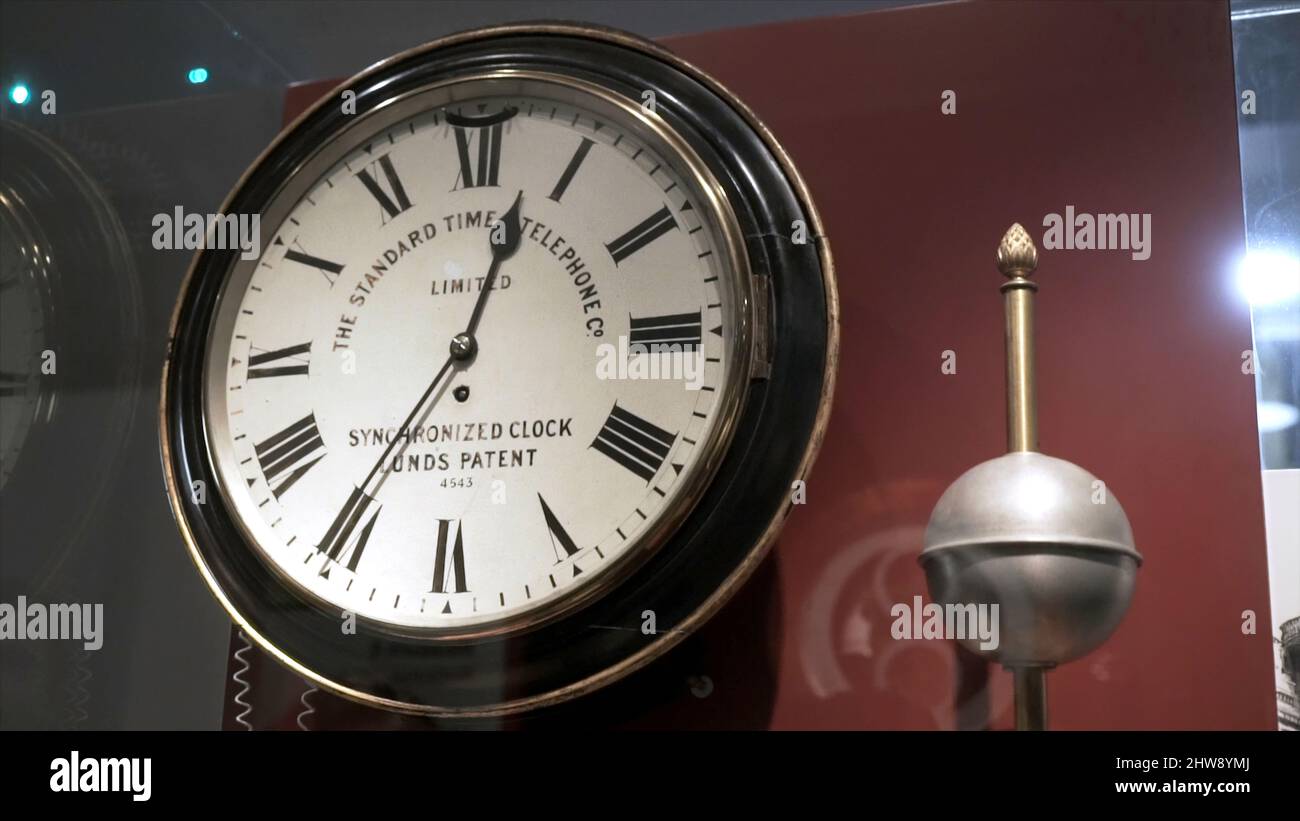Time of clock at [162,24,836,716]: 12:35
